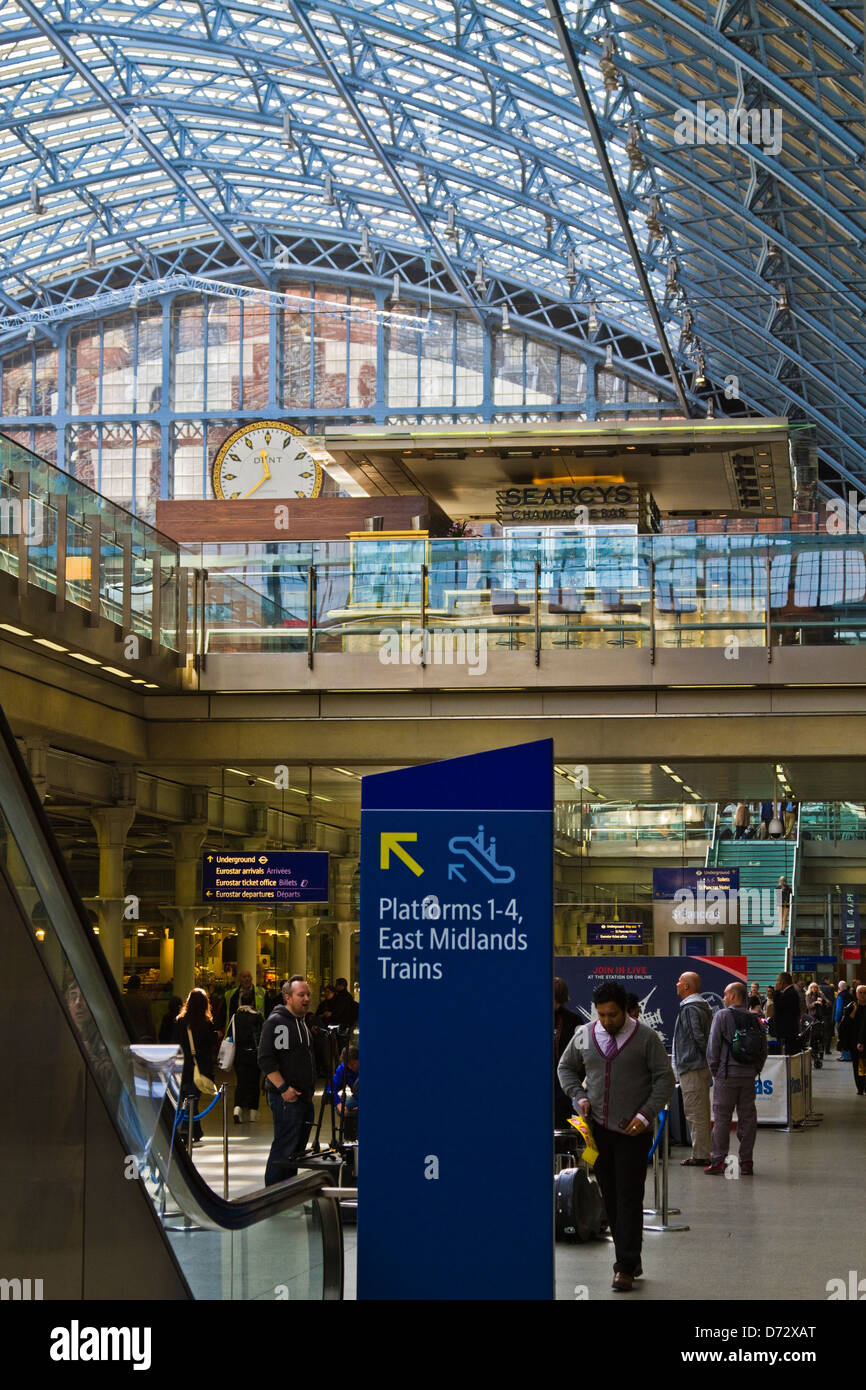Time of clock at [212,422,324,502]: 11:37
